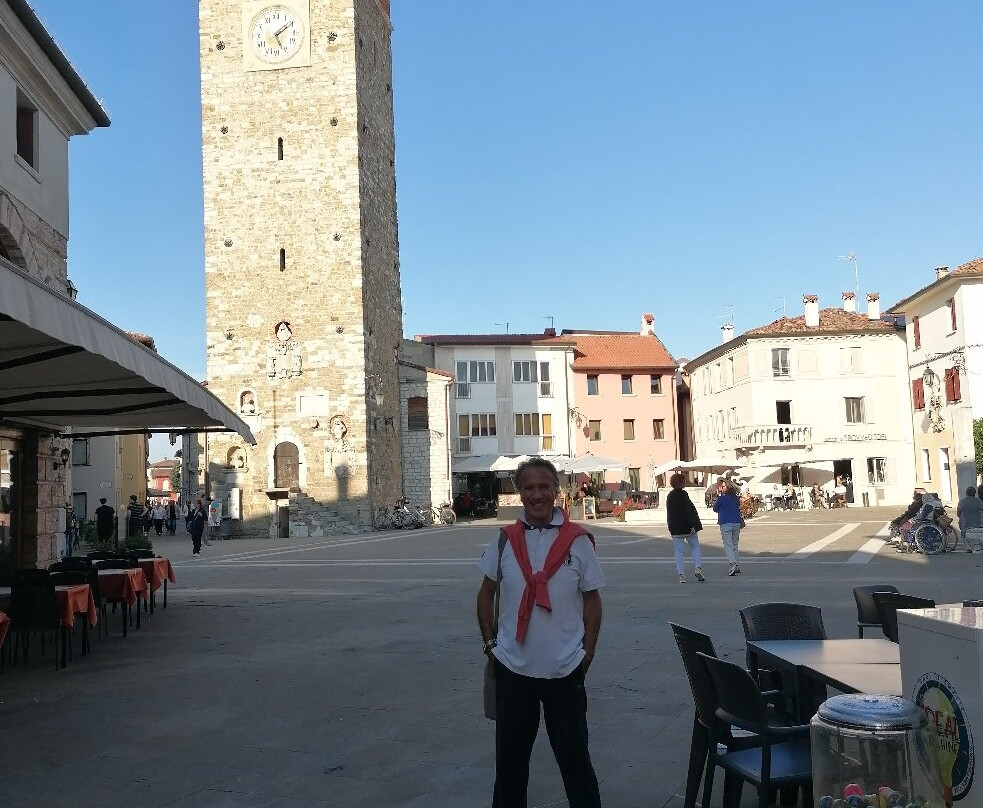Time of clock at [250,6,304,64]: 5:09
